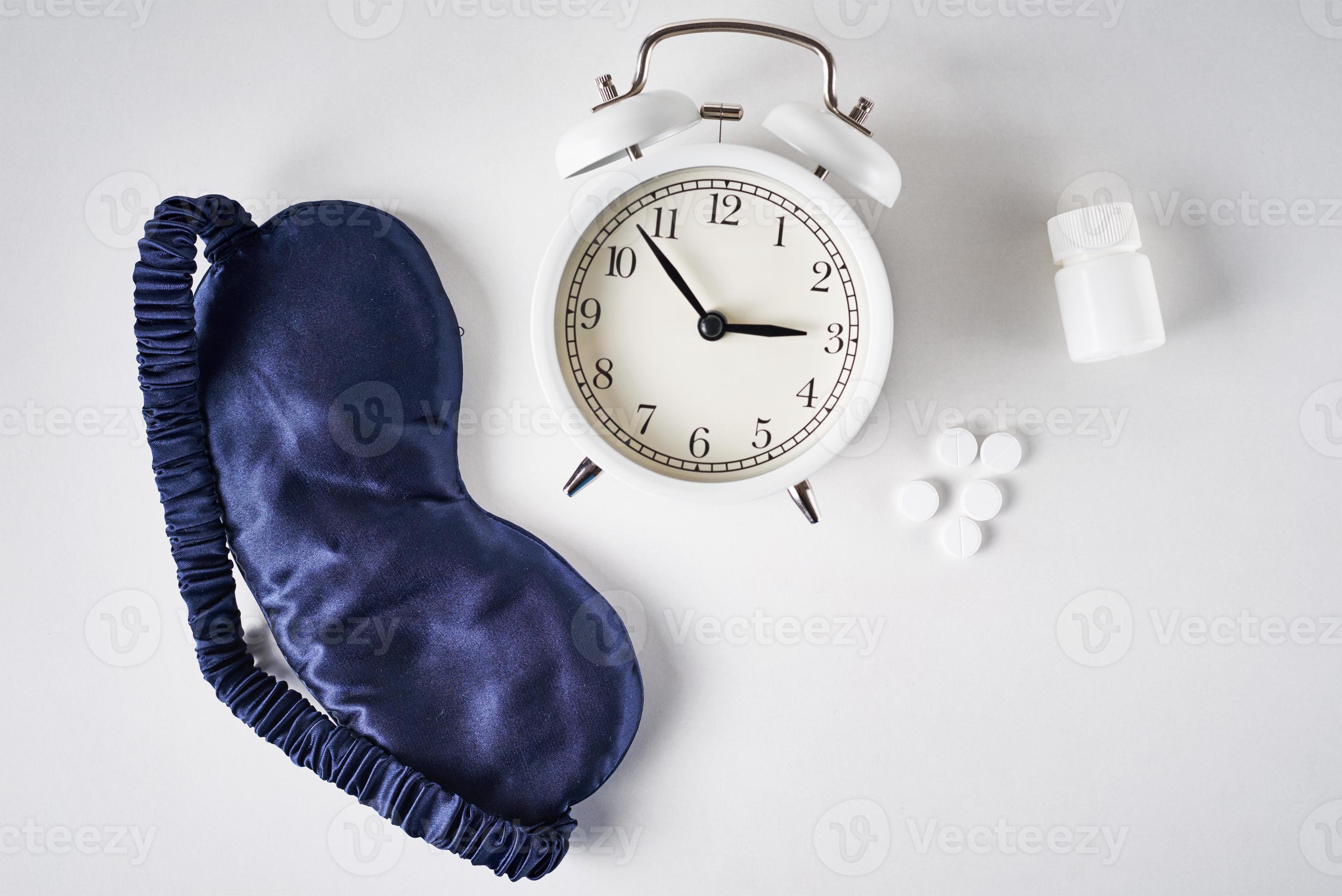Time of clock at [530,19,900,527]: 2:53
